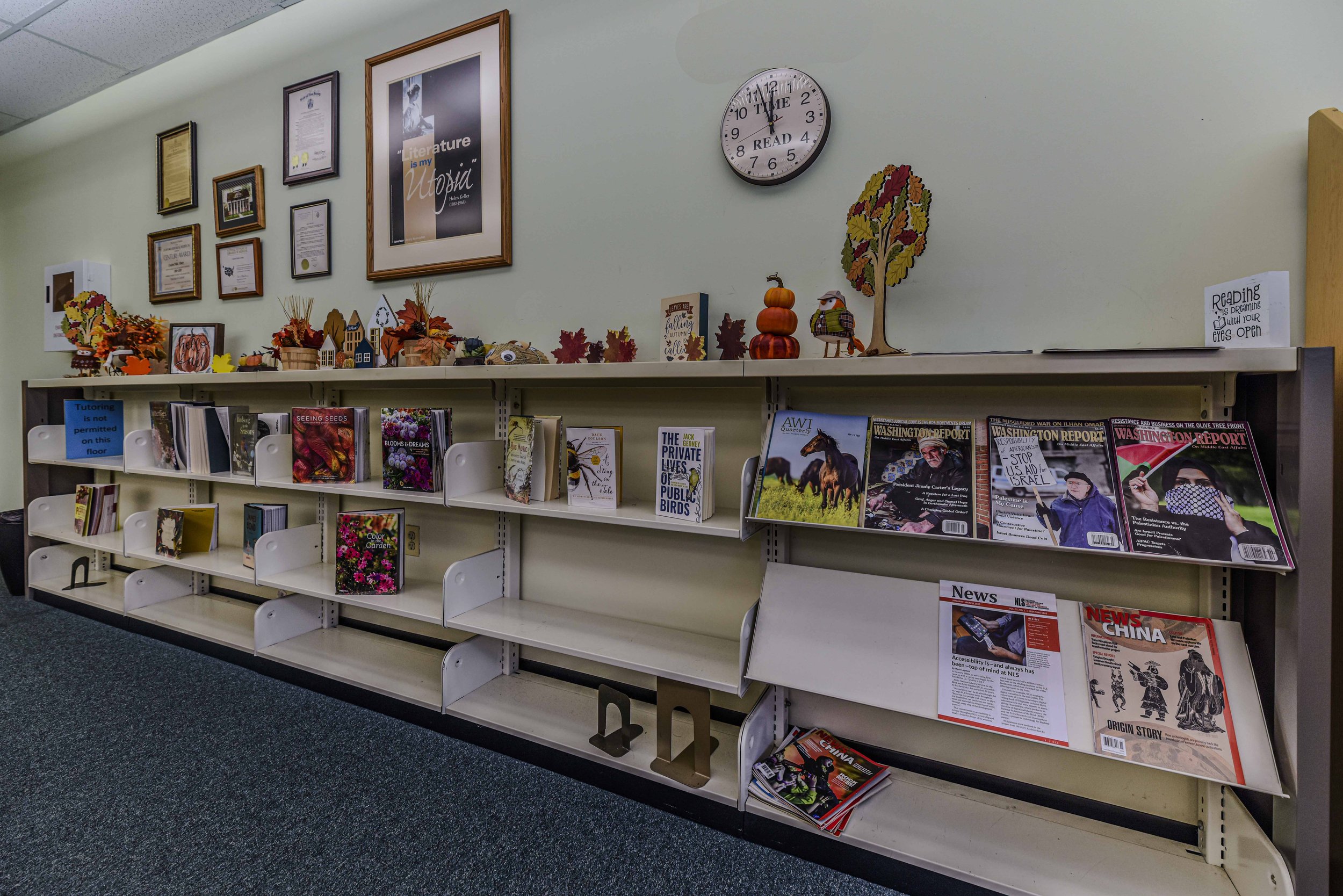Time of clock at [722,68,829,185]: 11:56
